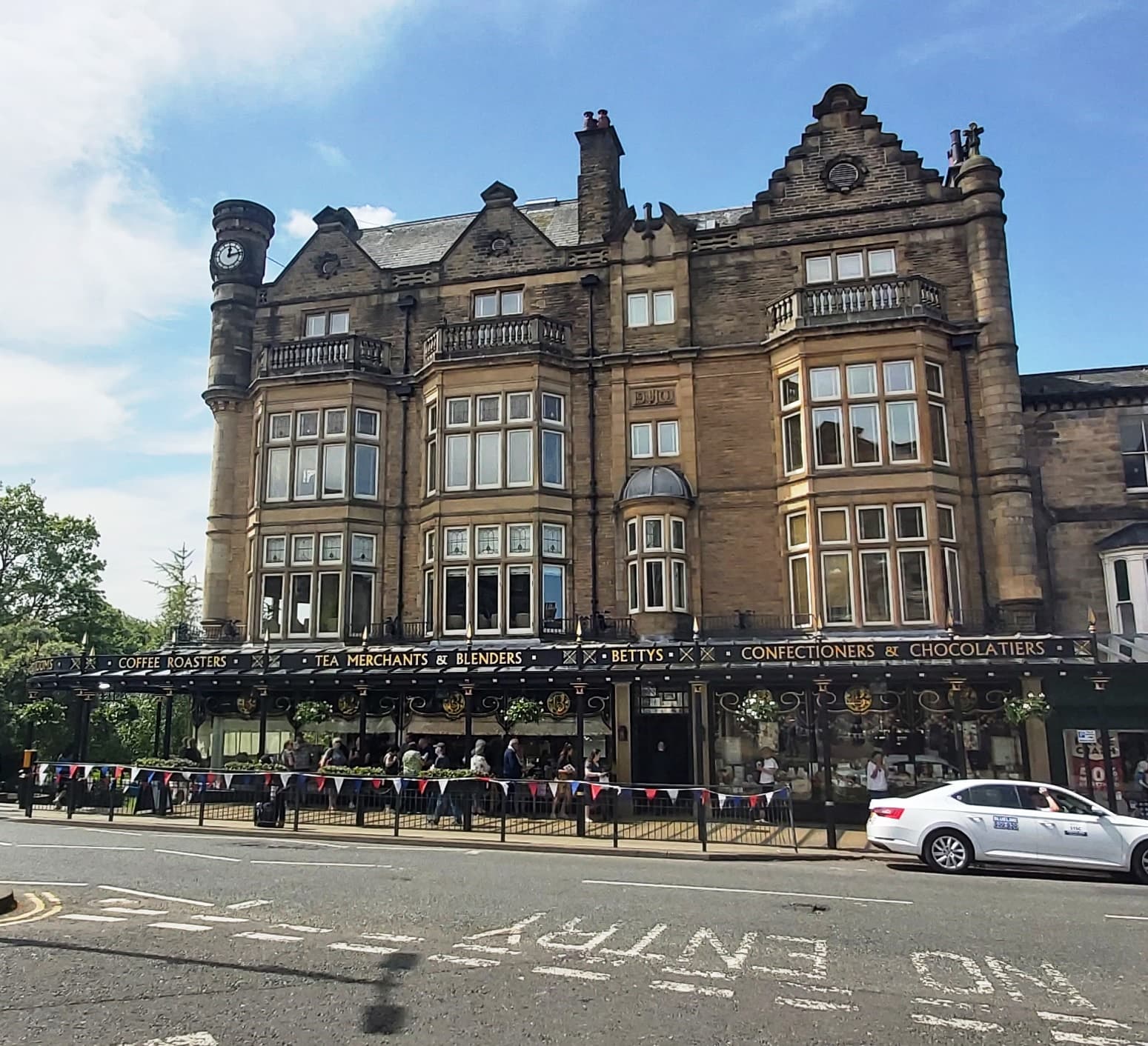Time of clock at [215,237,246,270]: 12:12
